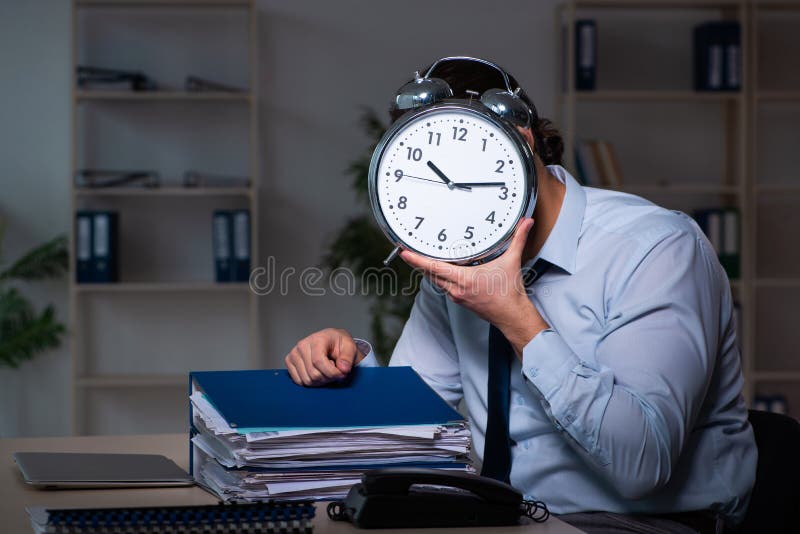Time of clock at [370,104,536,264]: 10:13
